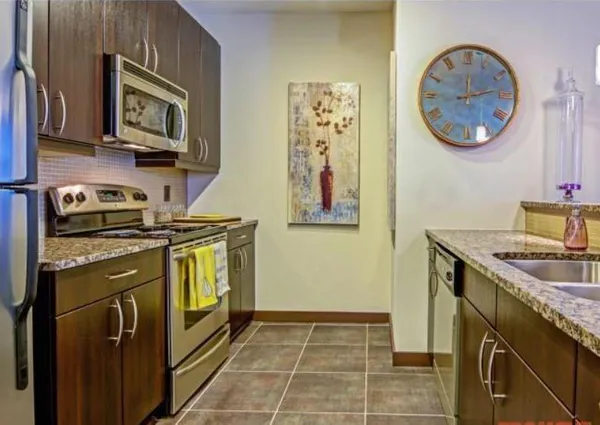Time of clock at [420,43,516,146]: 12:12
